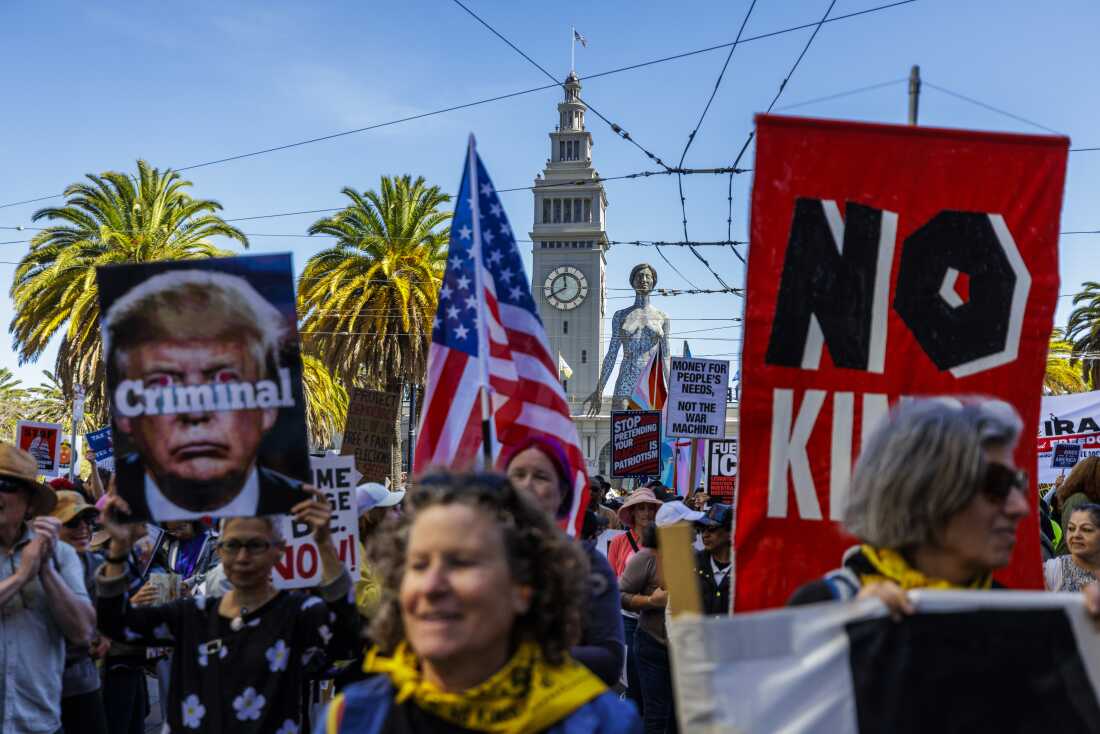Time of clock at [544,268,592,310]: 11:40
